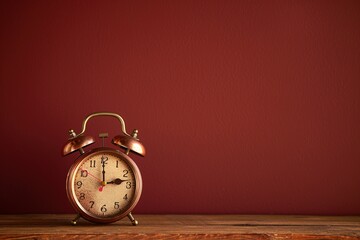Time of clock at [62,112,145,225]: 2:59
